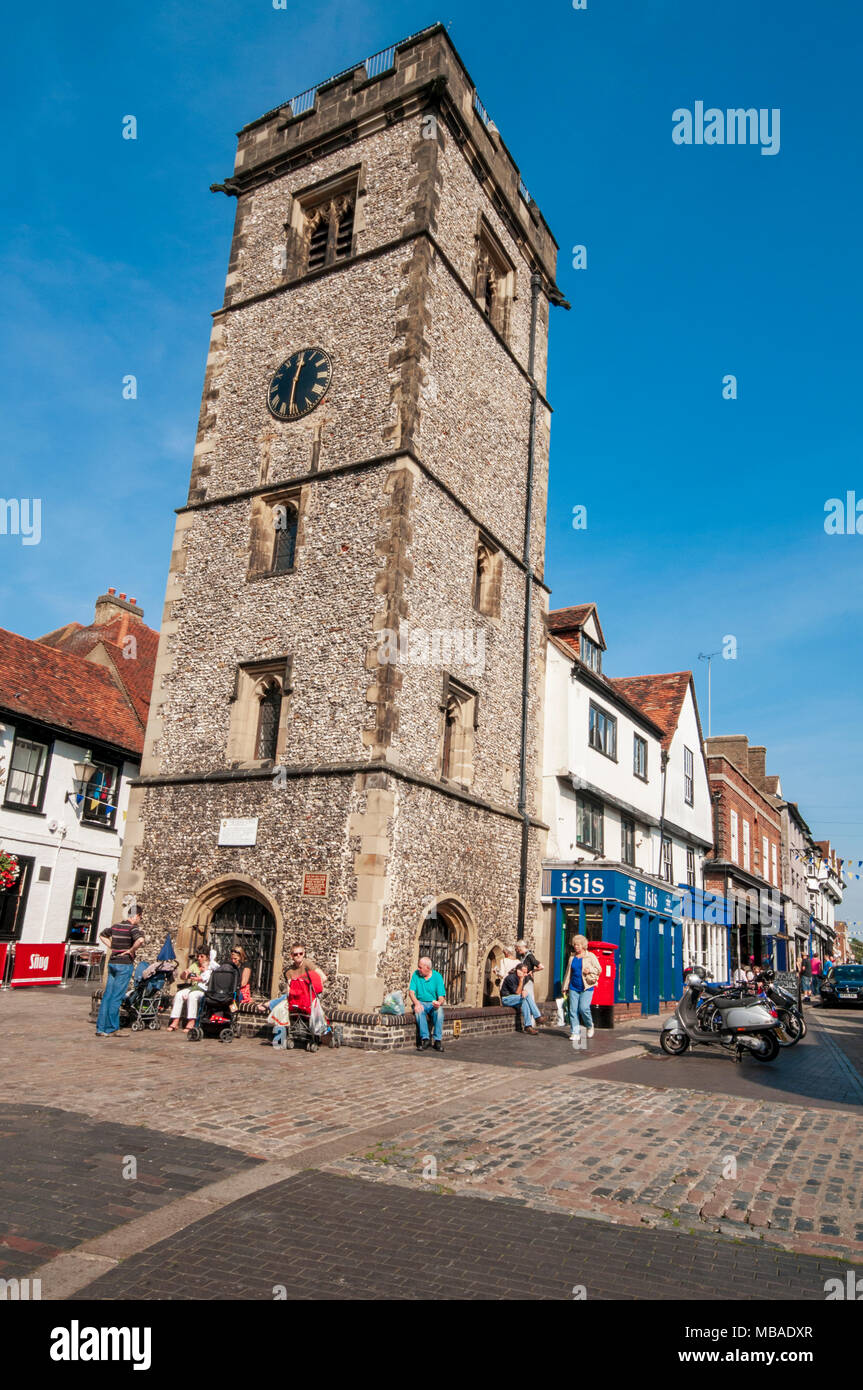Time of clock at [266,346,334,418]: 12:30
